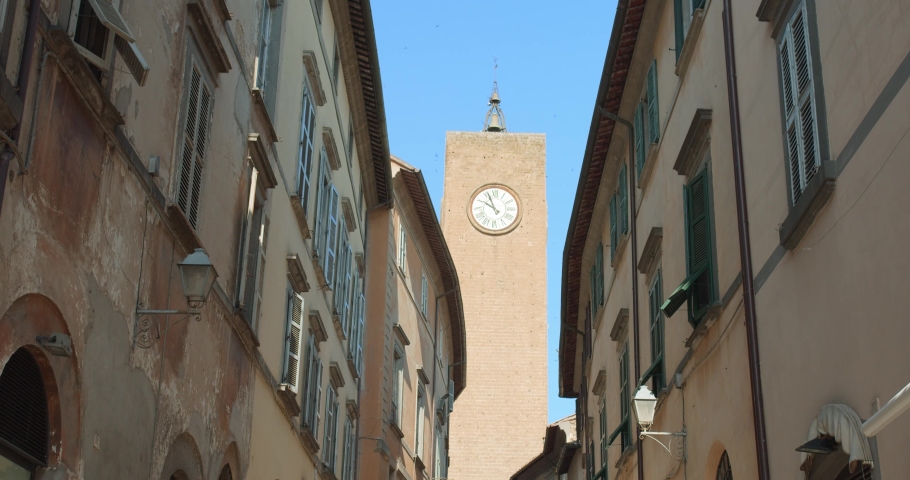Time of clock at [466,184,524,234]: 9:56
